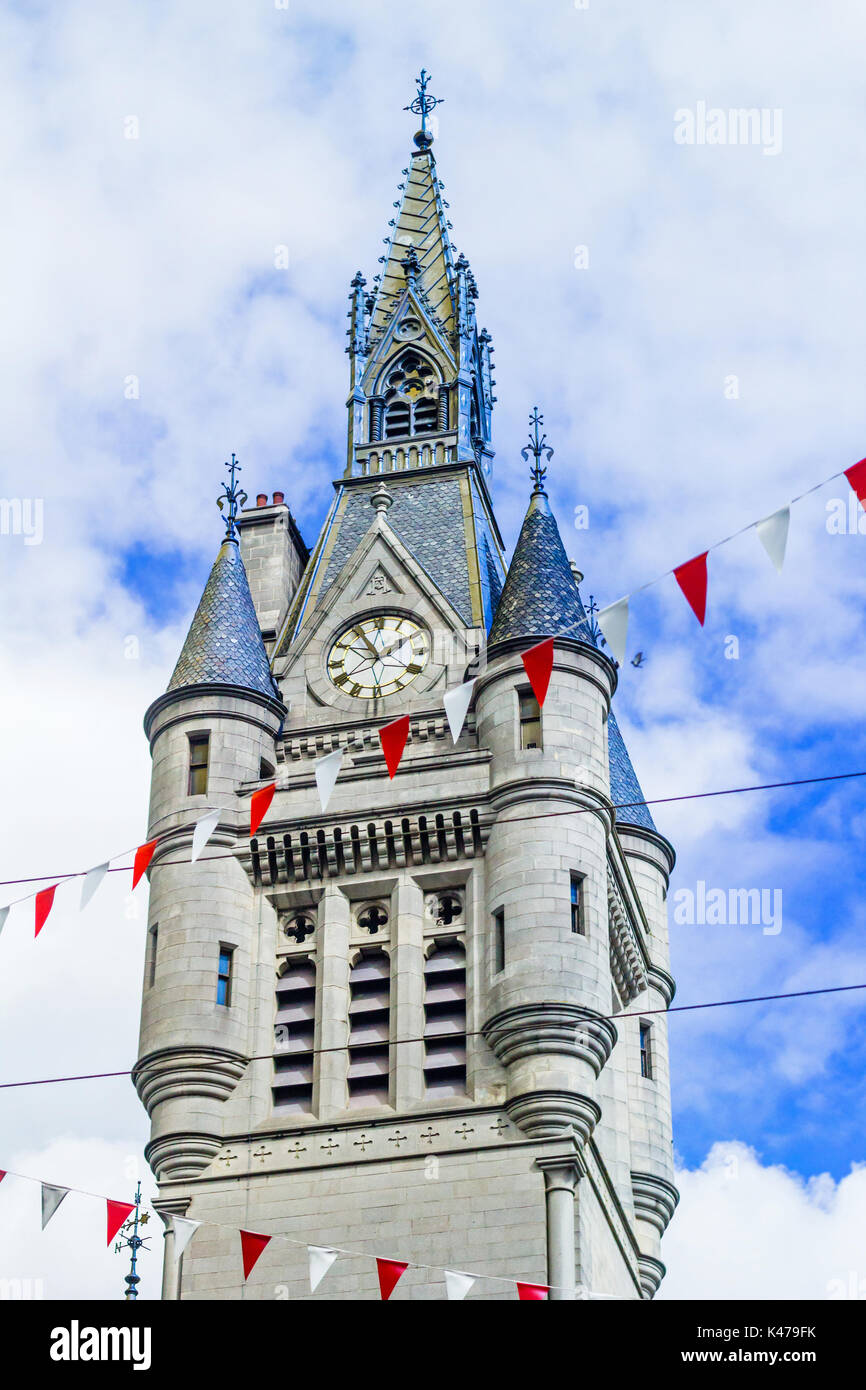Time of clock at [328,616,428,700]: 1:55
